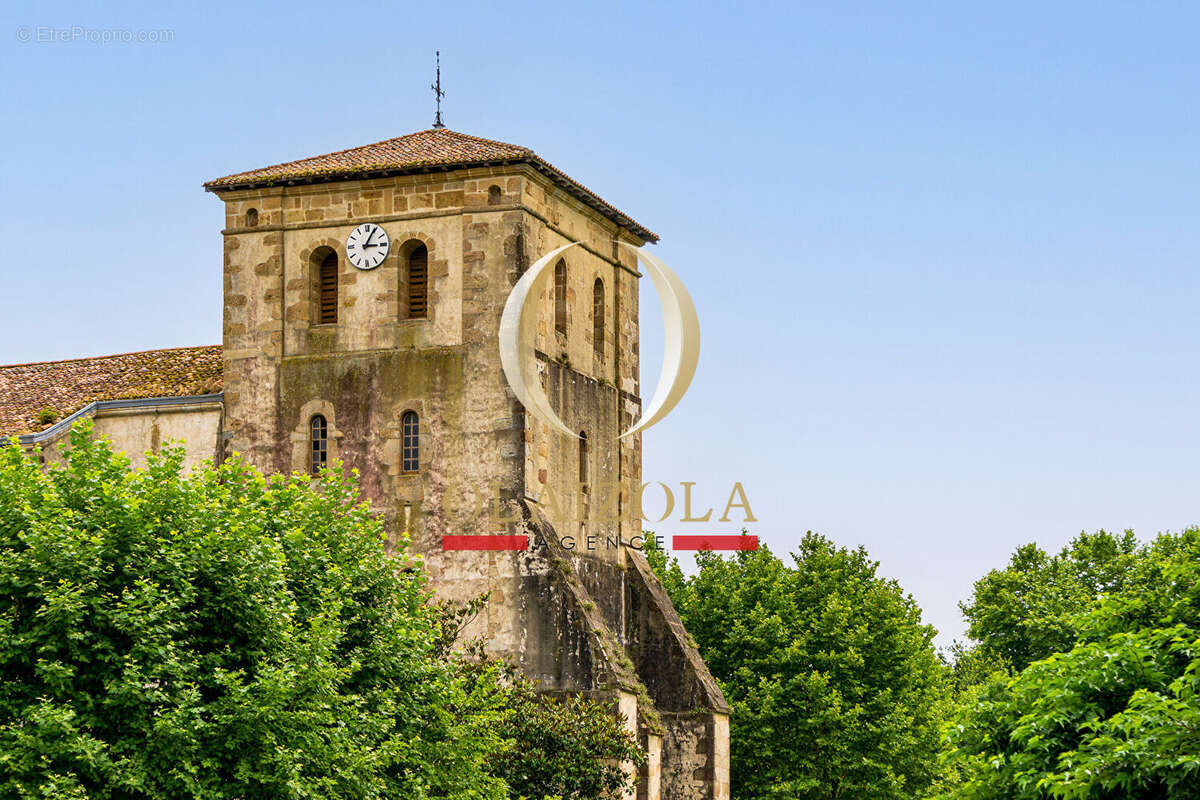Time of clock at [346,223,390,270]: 3:04
